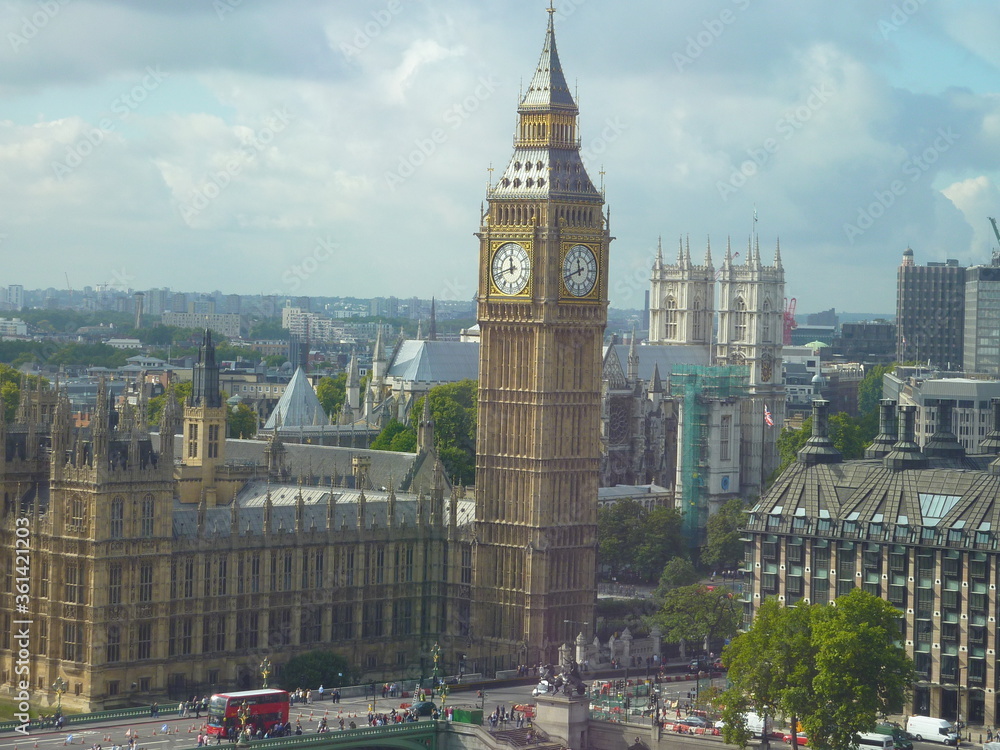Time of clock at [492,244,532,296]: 11:42
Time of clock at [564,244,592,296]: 11:41
